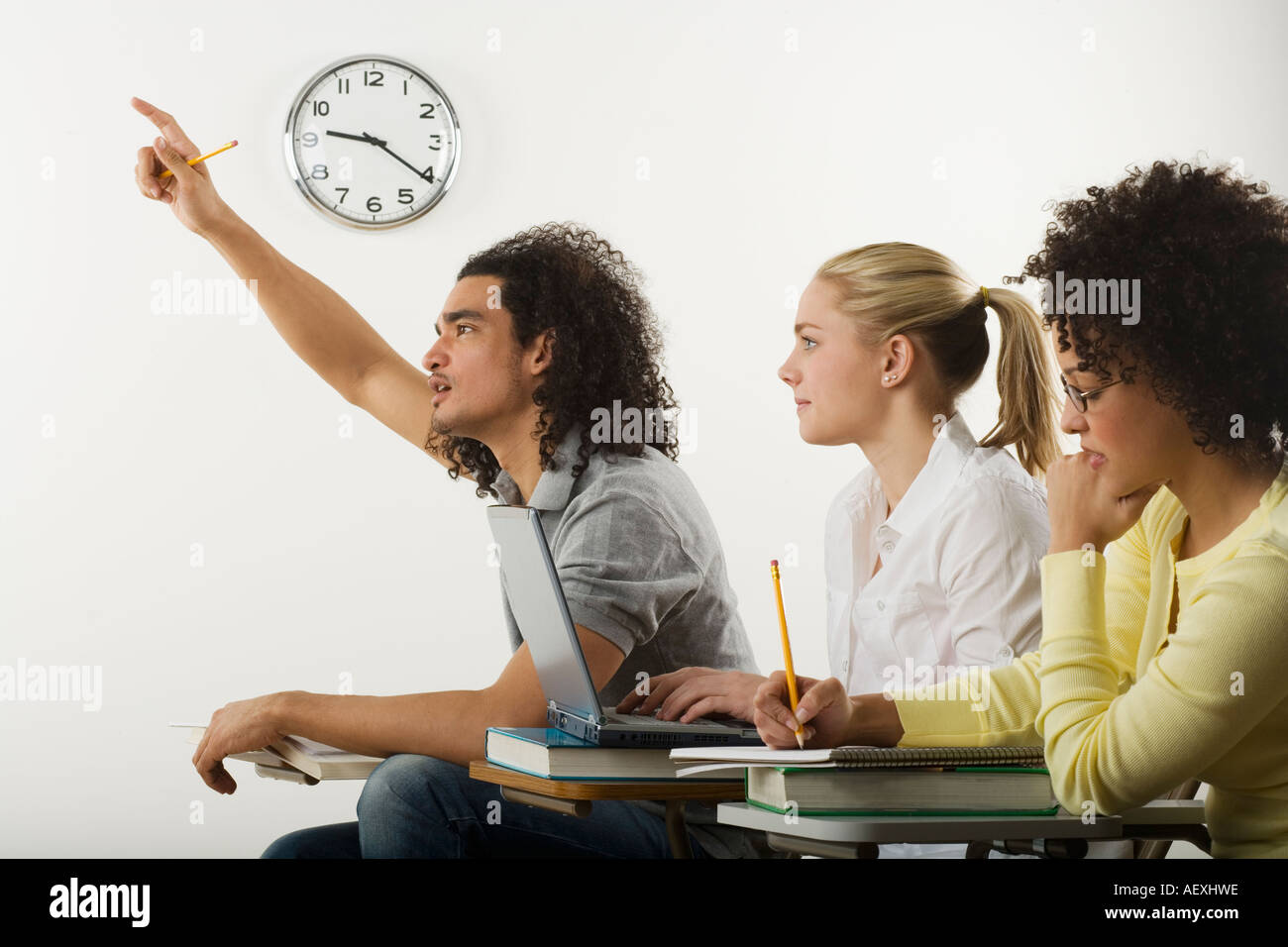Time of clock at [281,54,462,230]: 9:20
